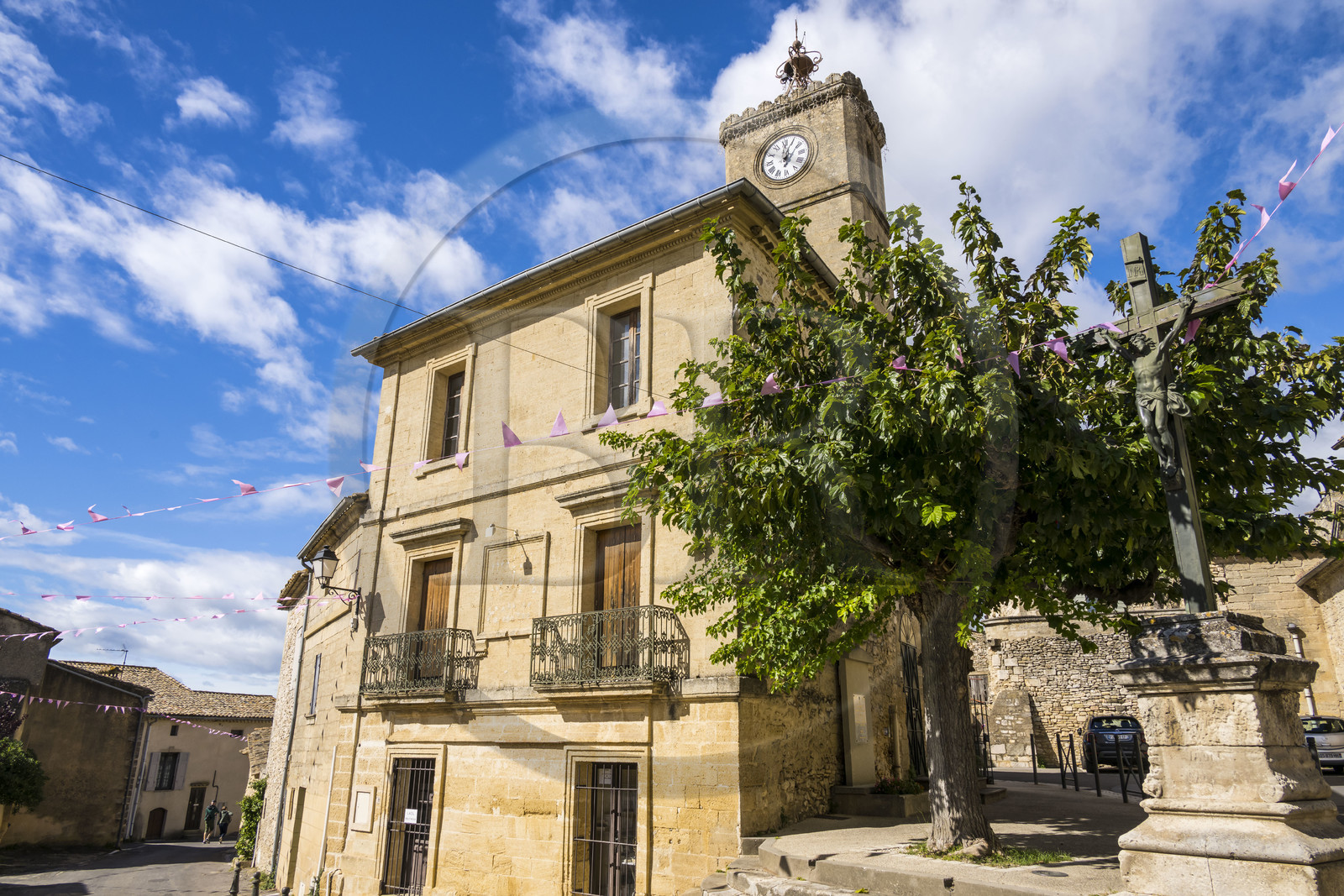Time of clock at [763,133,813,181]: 12:04
